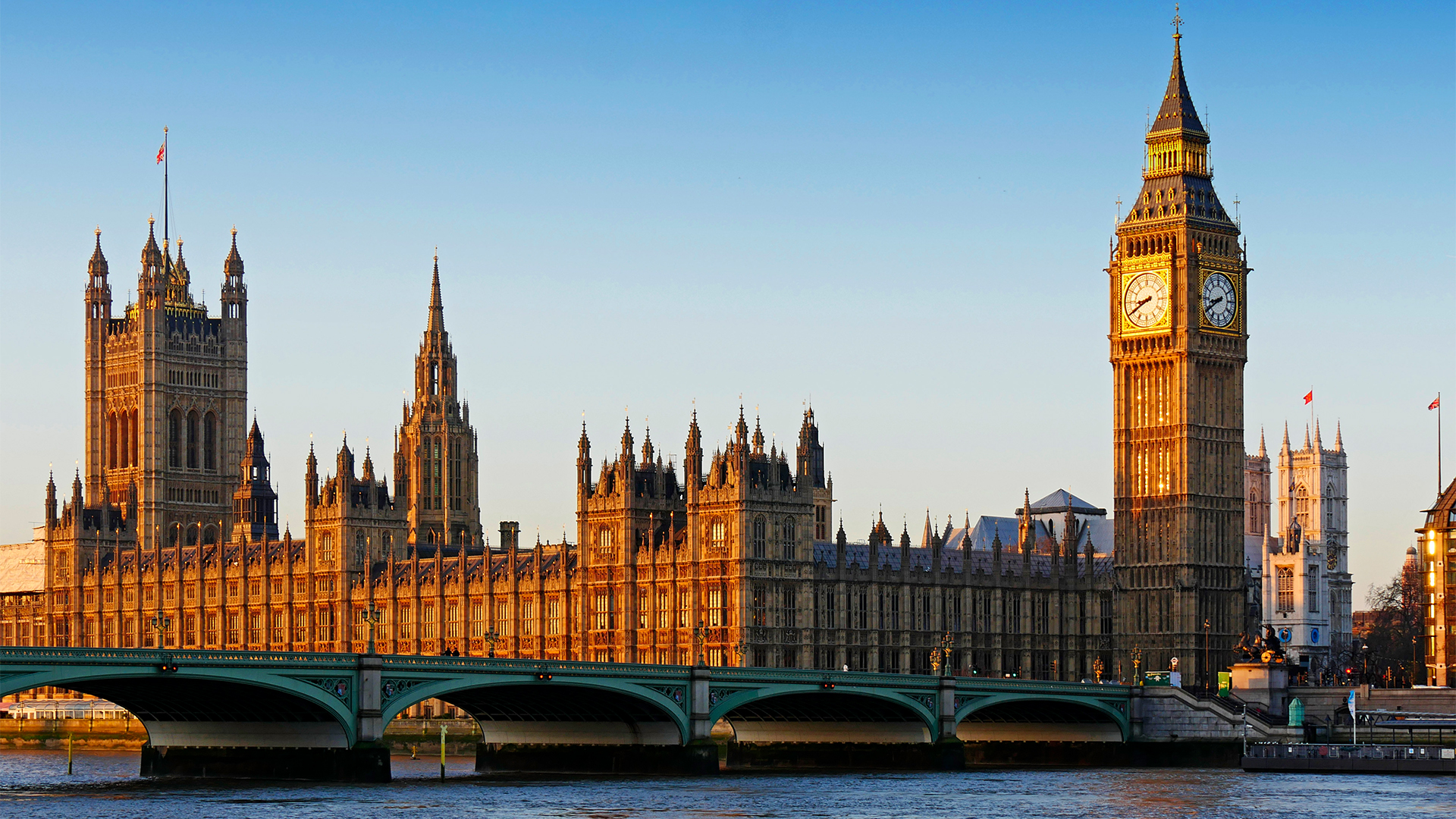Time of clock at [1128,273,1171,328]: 8:40
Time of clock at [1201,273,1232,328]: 8:39
